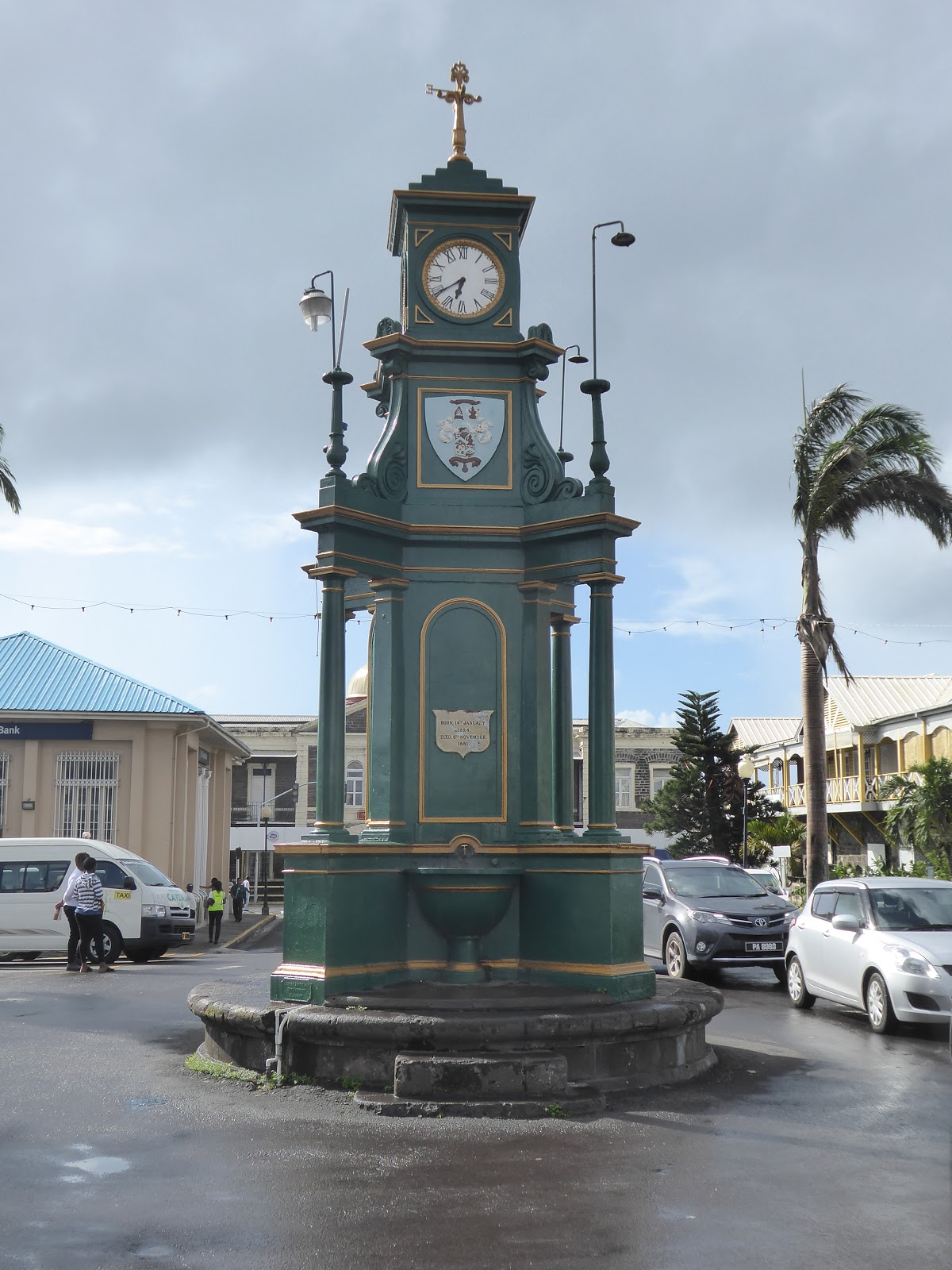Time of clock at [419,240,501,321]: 6:39
